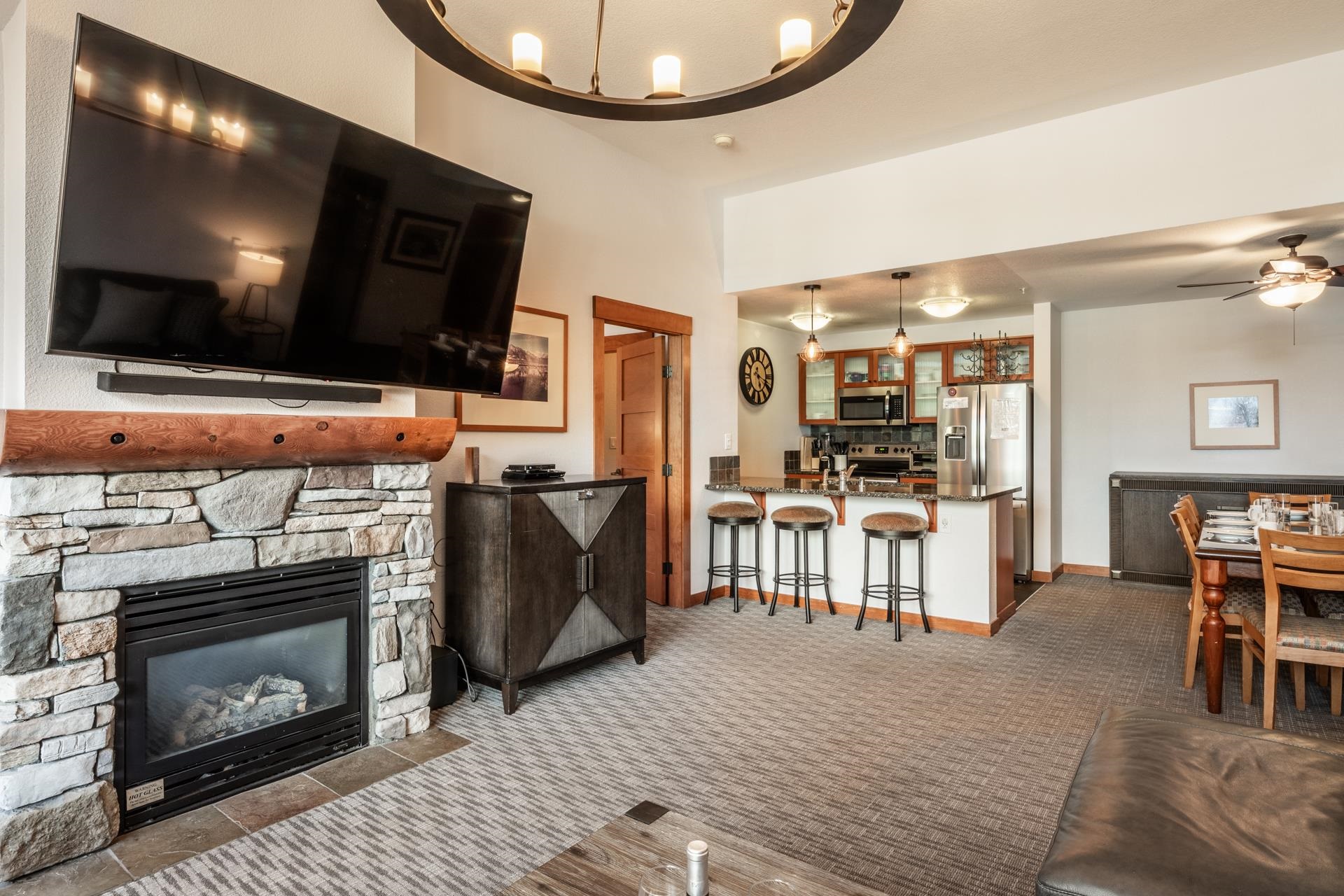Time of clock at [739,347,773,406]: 5:18
